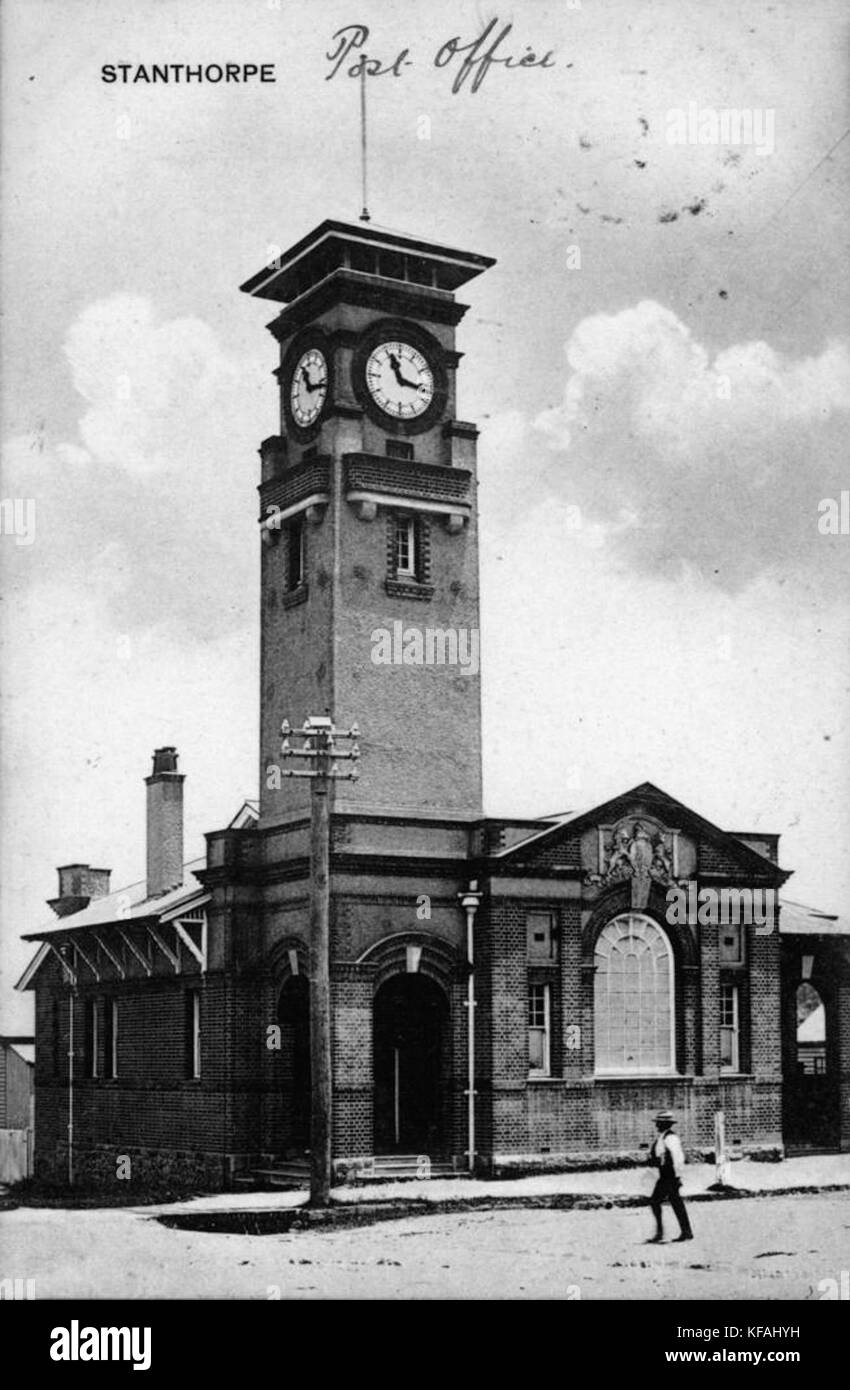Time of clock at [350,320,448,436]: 11:16
